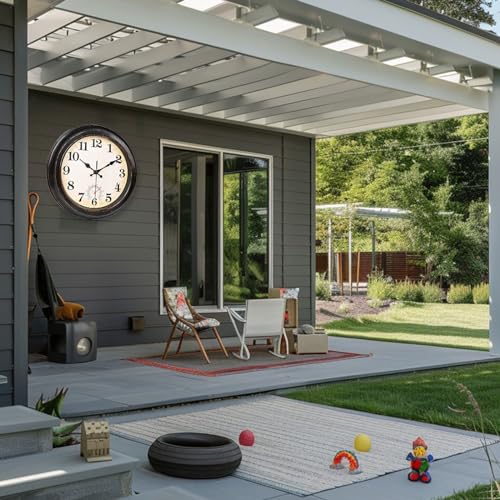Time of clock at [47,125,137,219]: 10:09
